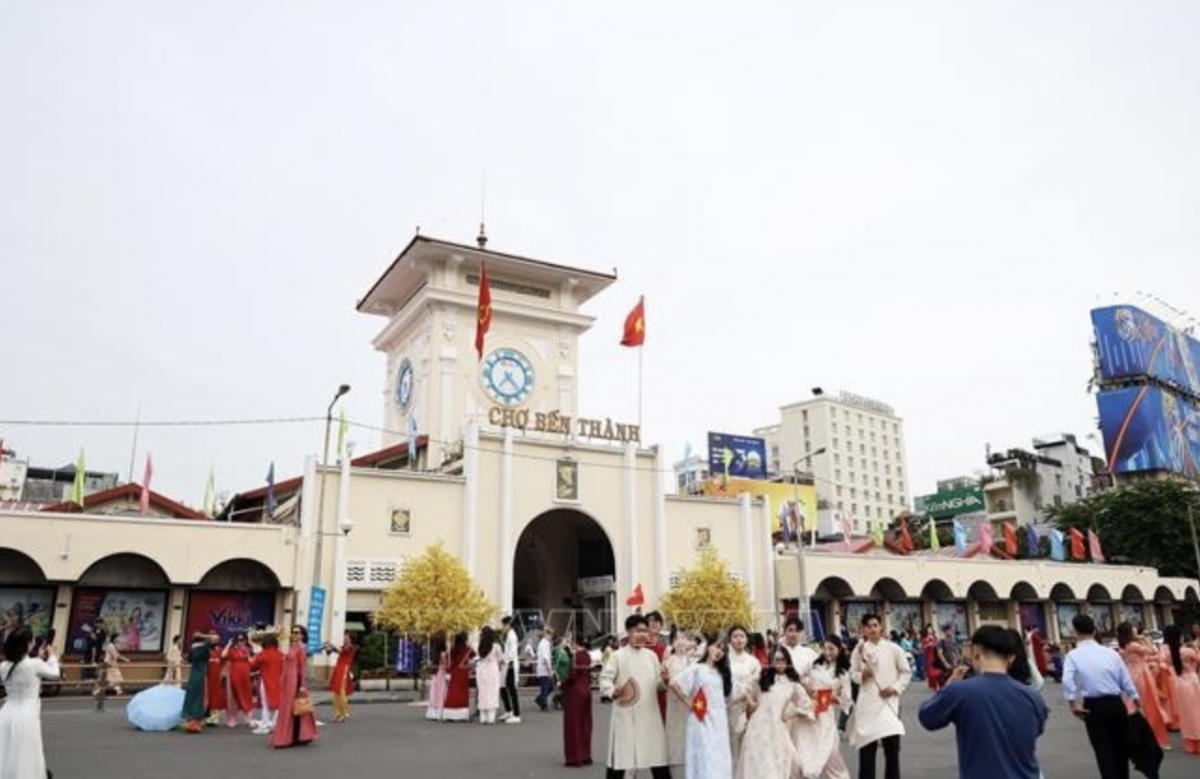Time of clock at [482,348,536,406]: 7:22
